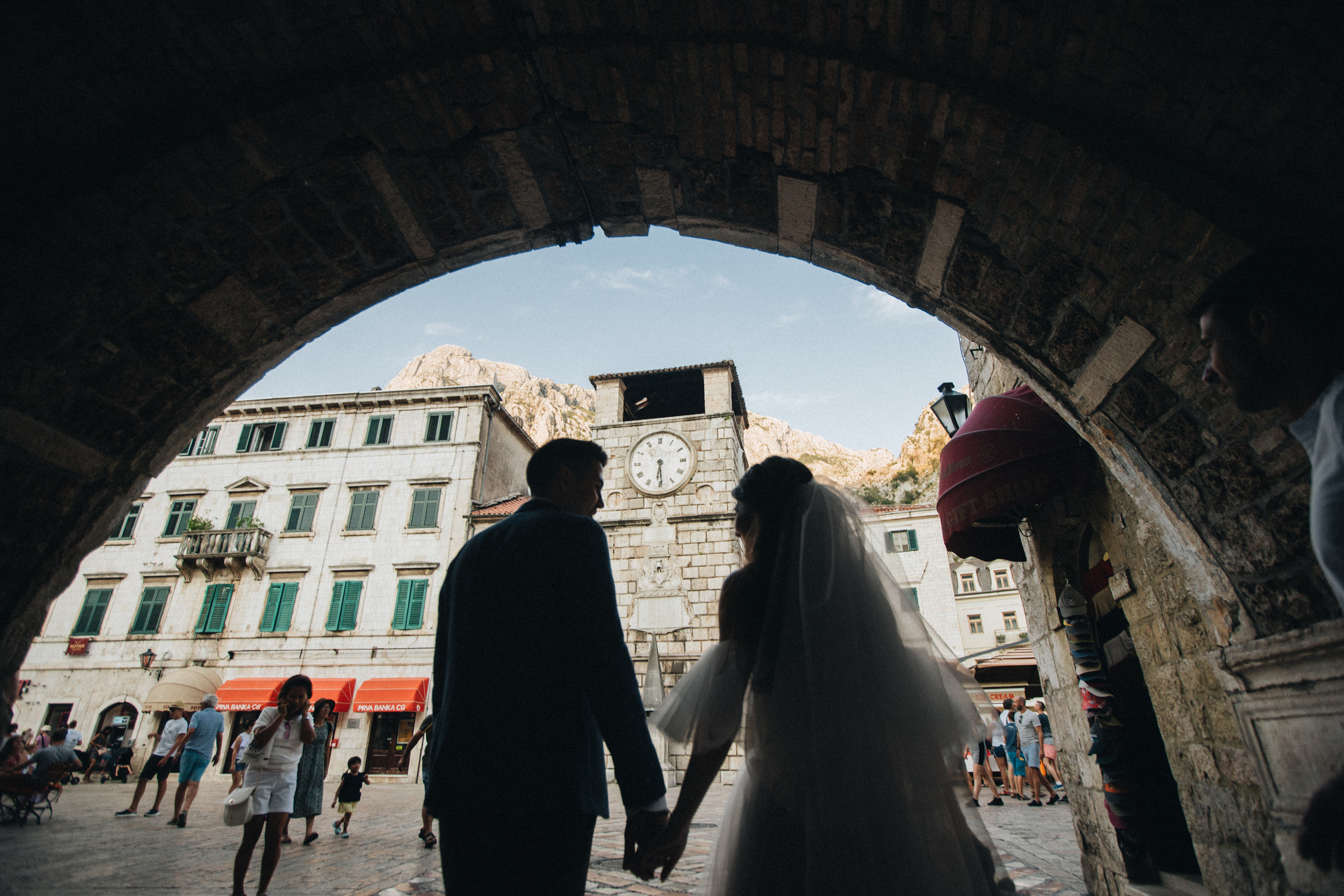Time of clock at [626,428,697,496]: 6:29
